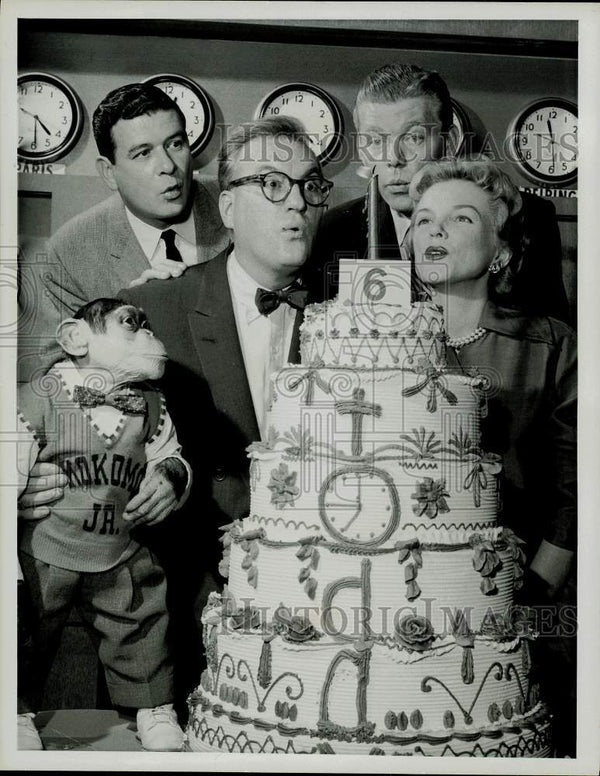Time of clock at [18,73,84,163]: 4:29
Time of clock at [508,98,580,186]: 11:29
